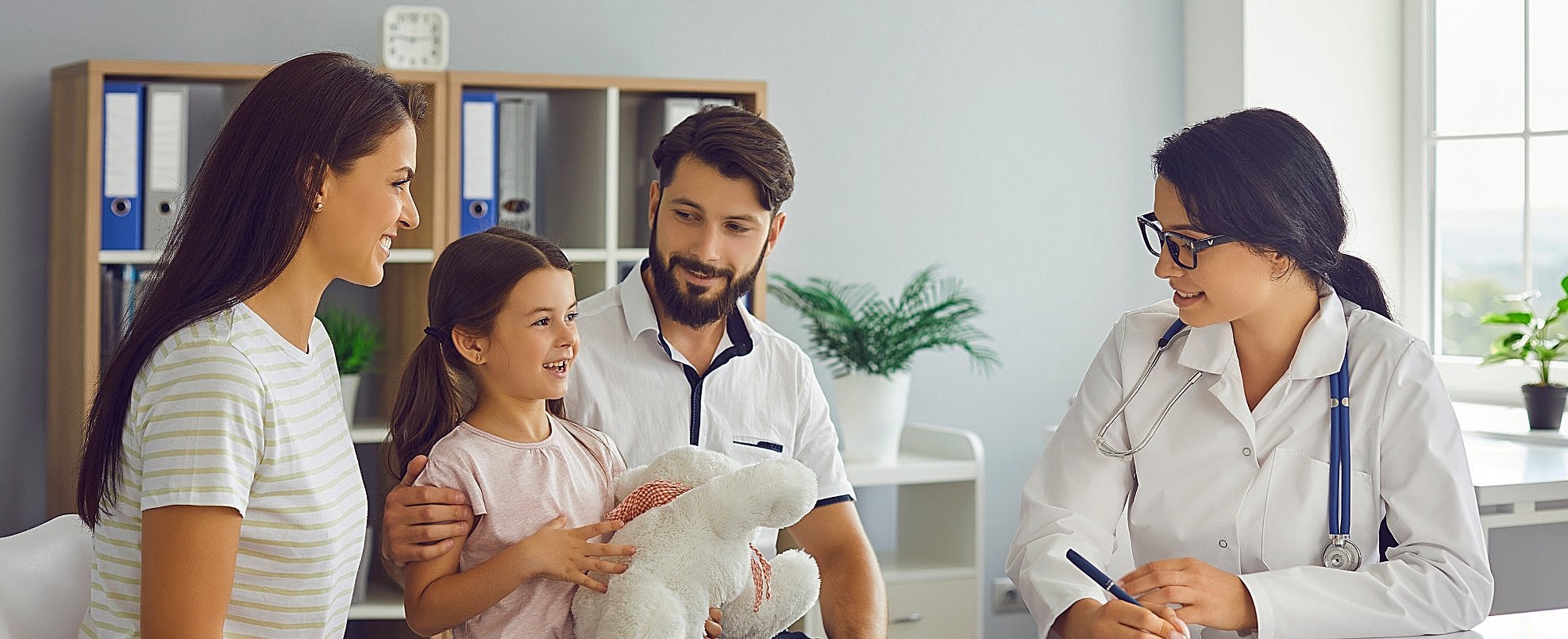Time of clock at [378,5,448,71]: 9:13
